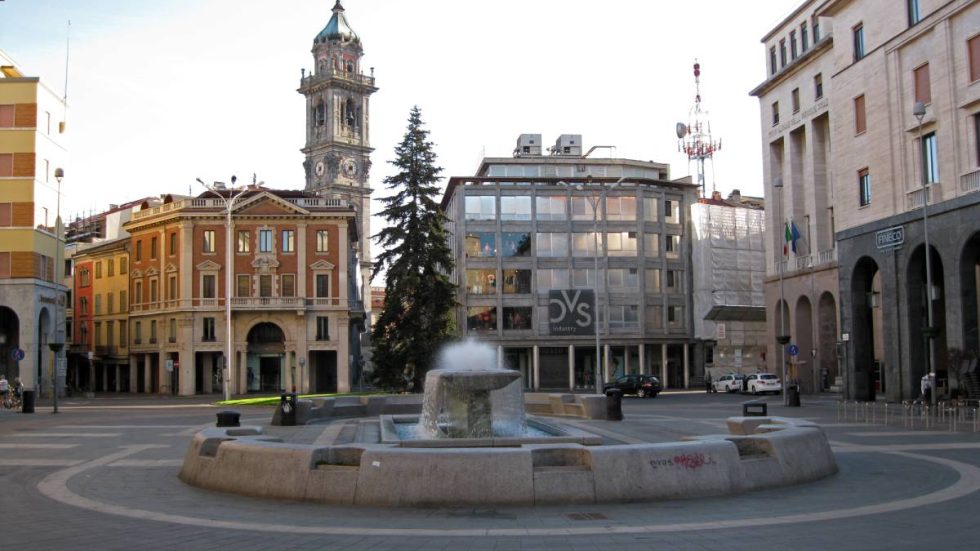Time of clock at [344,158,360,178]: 7:37
